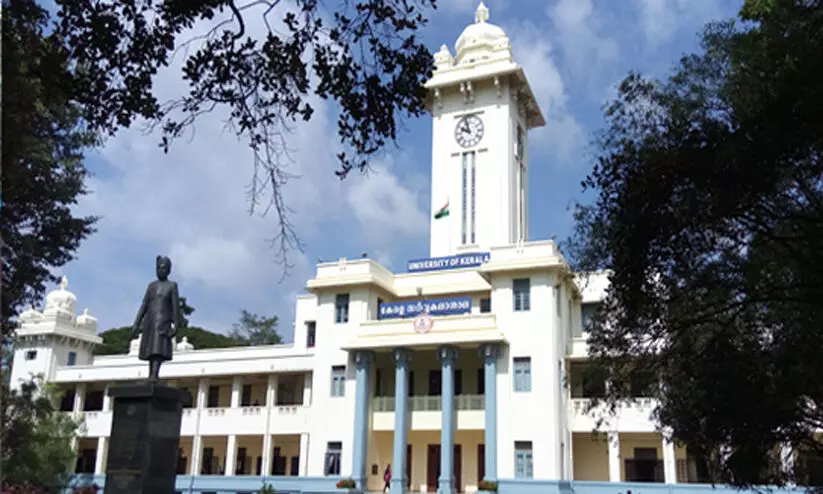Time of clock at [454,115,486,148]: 9:57
